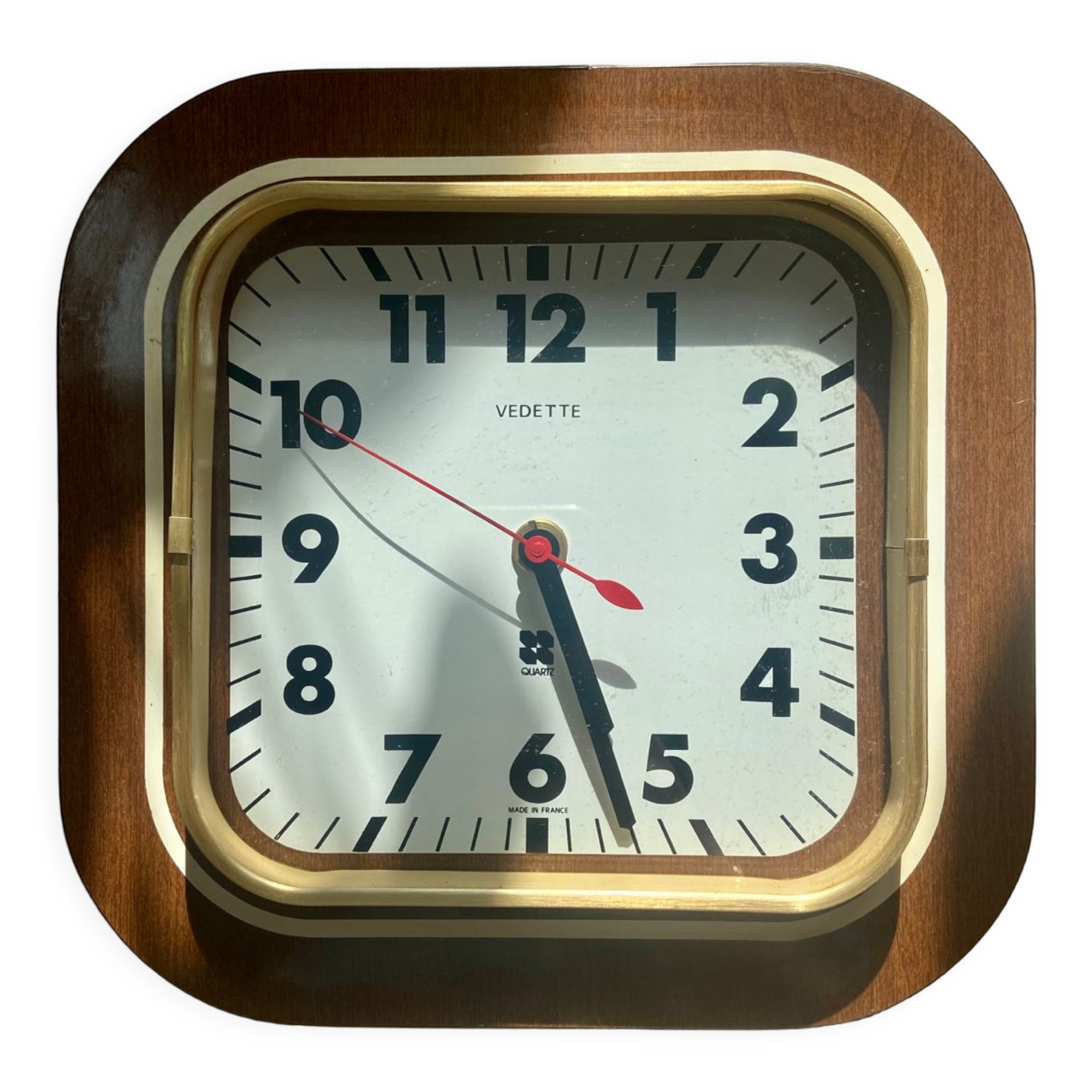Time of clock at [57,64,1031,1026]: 5:26
